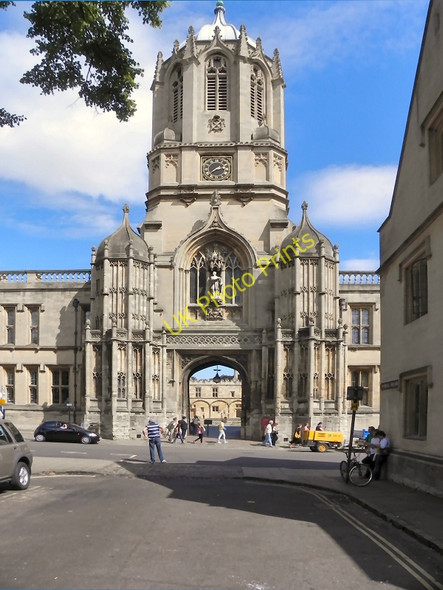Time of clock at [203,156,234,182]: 2:38
